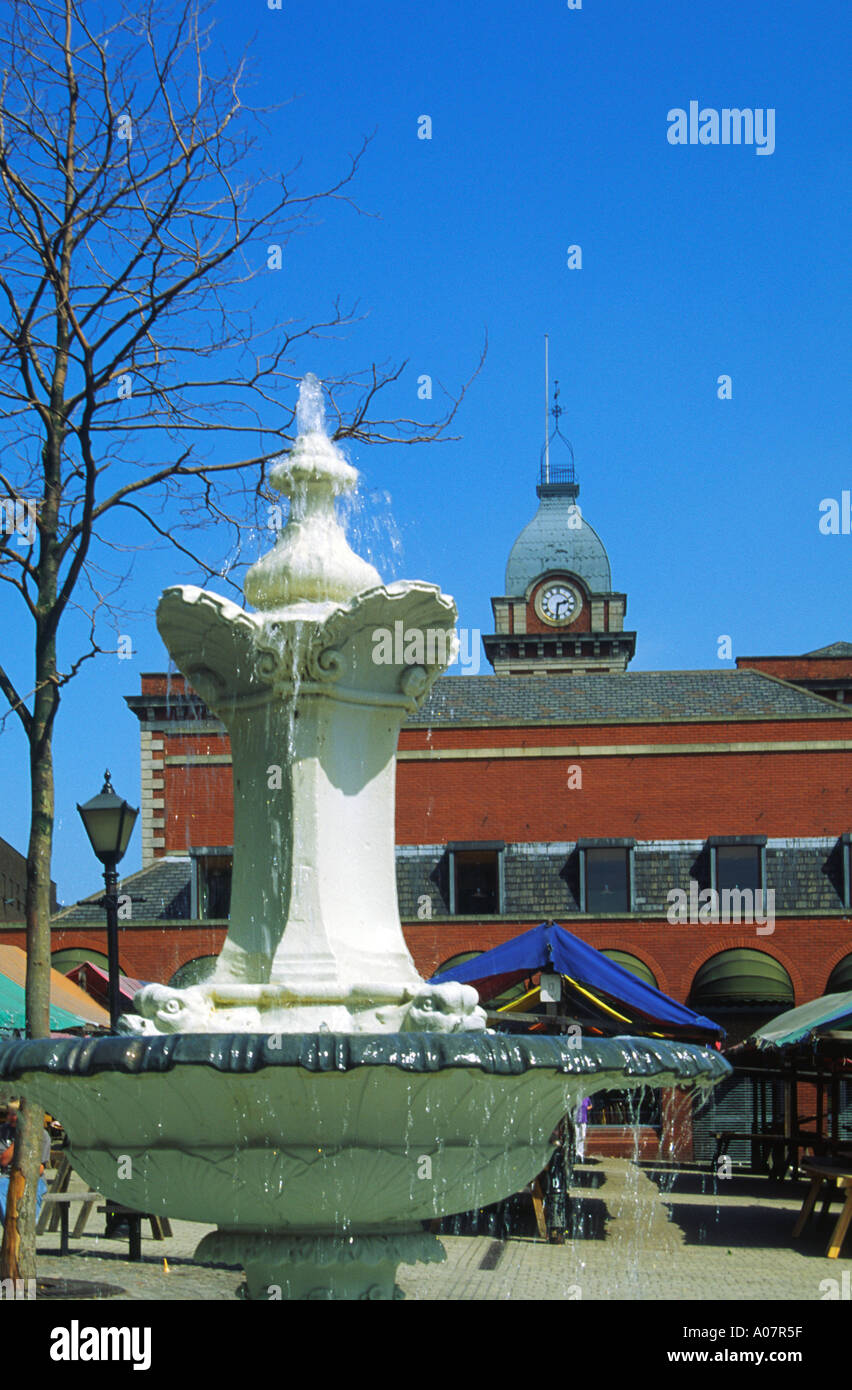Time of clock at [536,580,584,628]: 2:31
